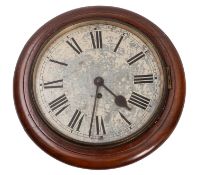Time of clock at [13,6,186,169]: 4:31
